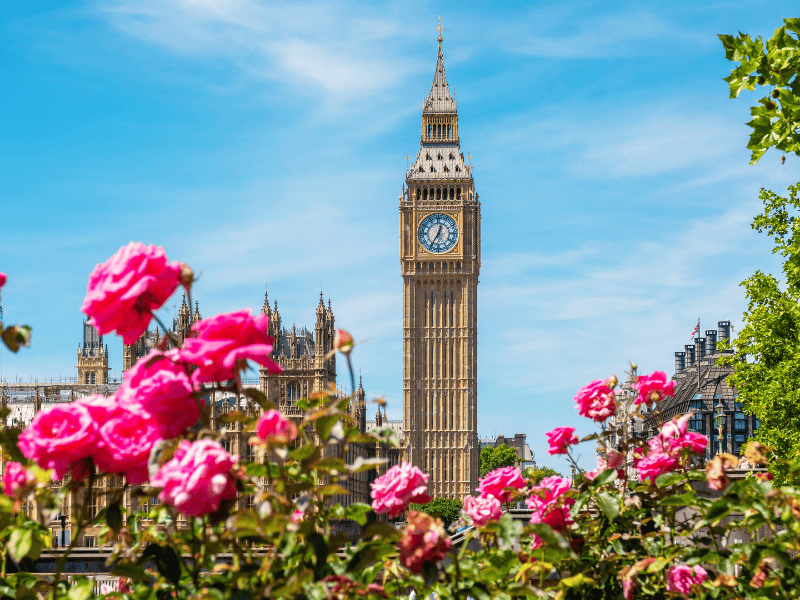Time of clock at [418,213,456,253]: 12:35
